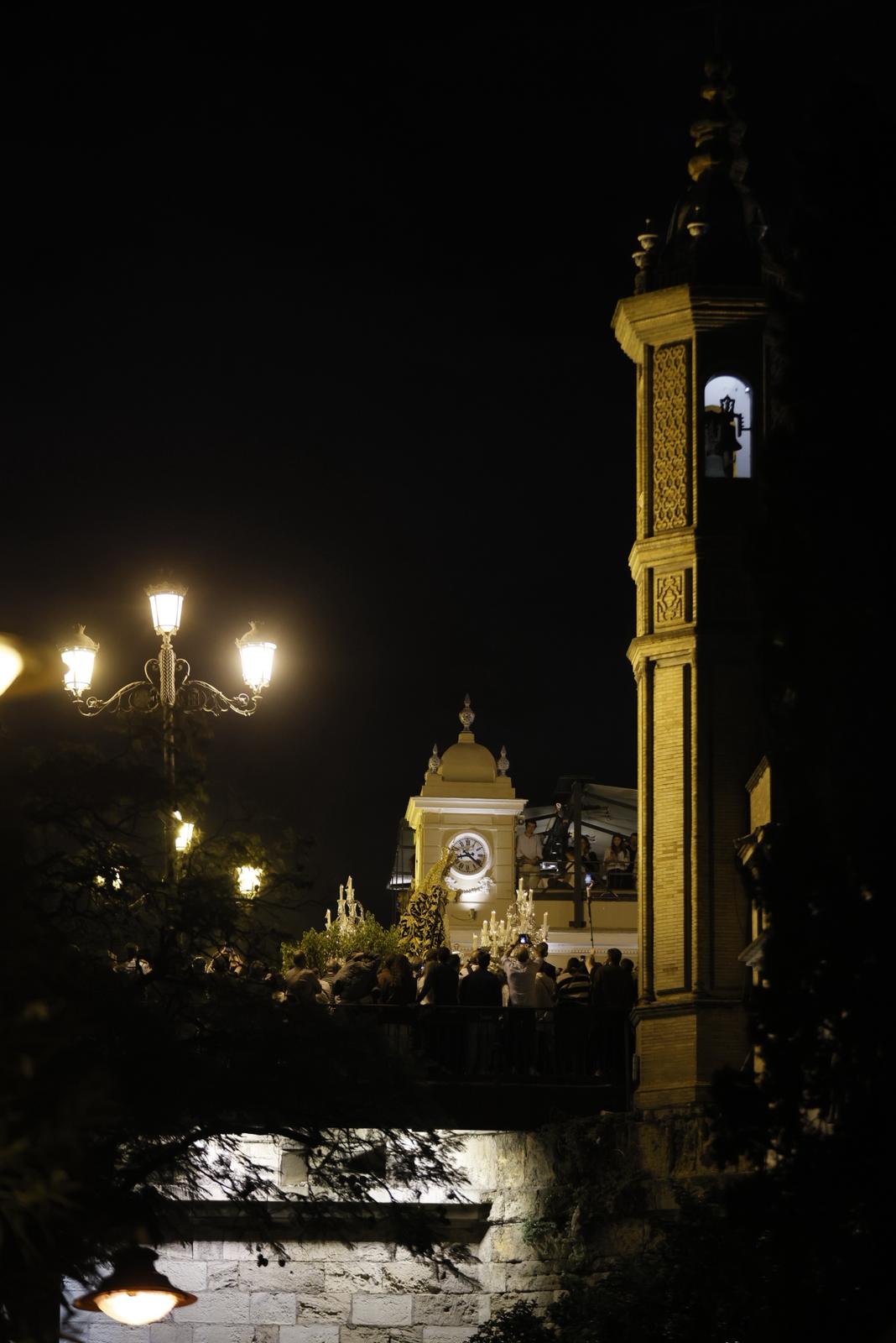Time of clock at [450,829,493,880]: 8:21
